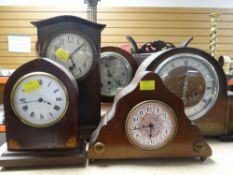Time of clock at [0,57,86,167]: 3:43
